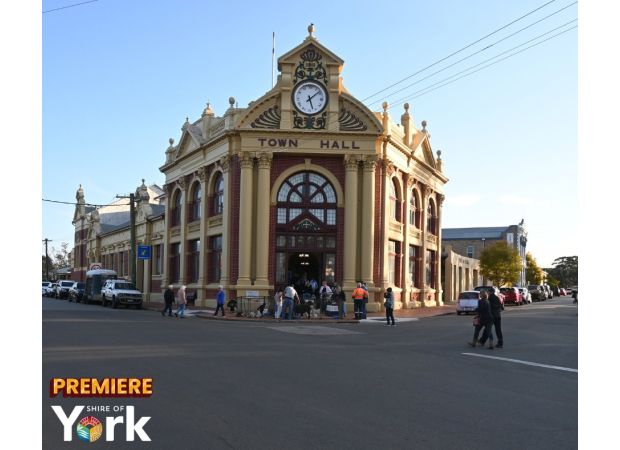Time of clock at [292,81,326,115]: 5:08
